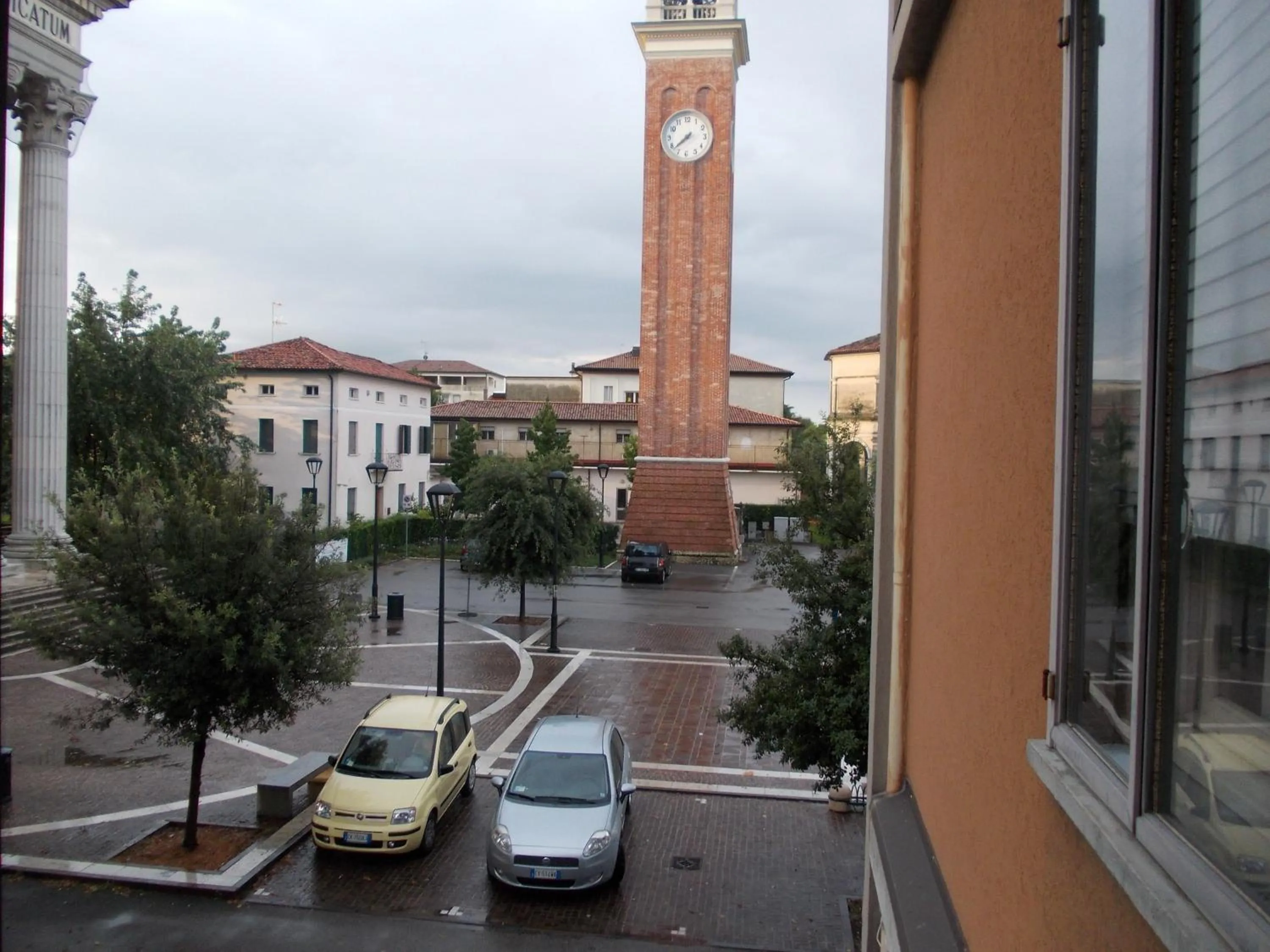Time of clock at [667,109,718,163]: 7:38
